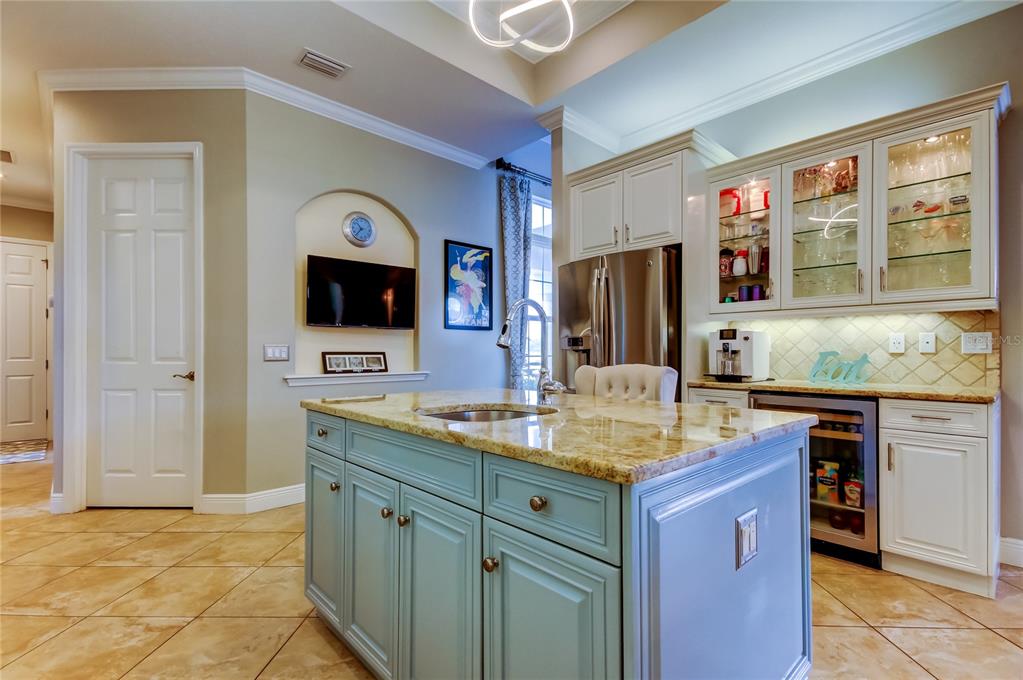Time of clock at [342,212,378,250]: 10:36
